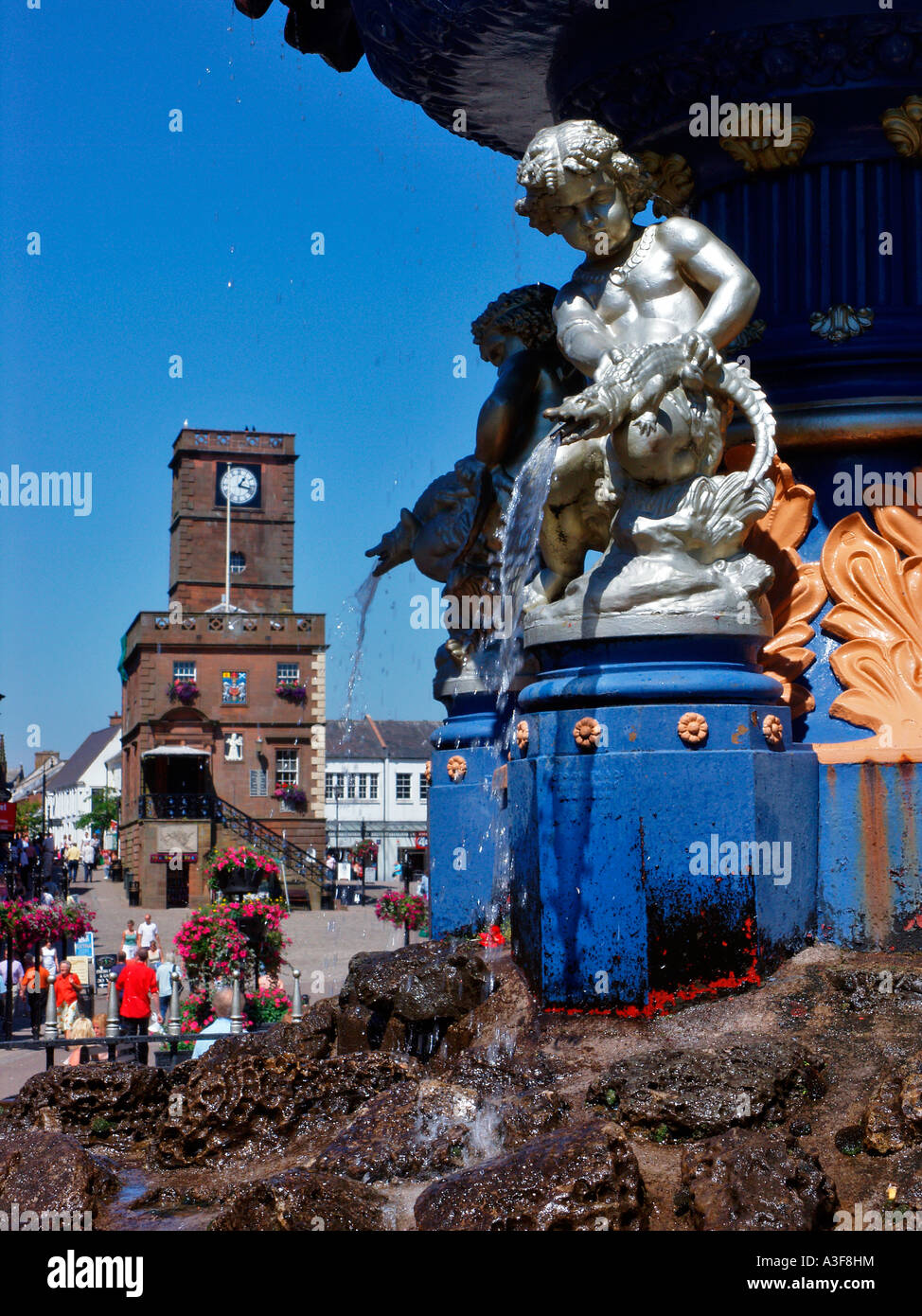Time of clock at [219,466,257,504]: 1:17
